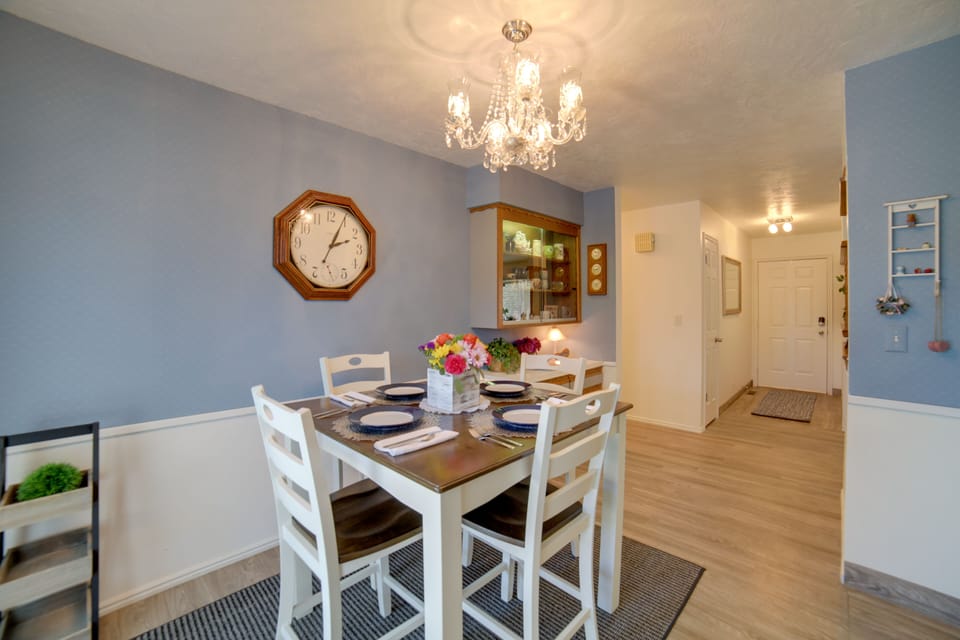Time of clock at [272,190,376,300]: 2:04
